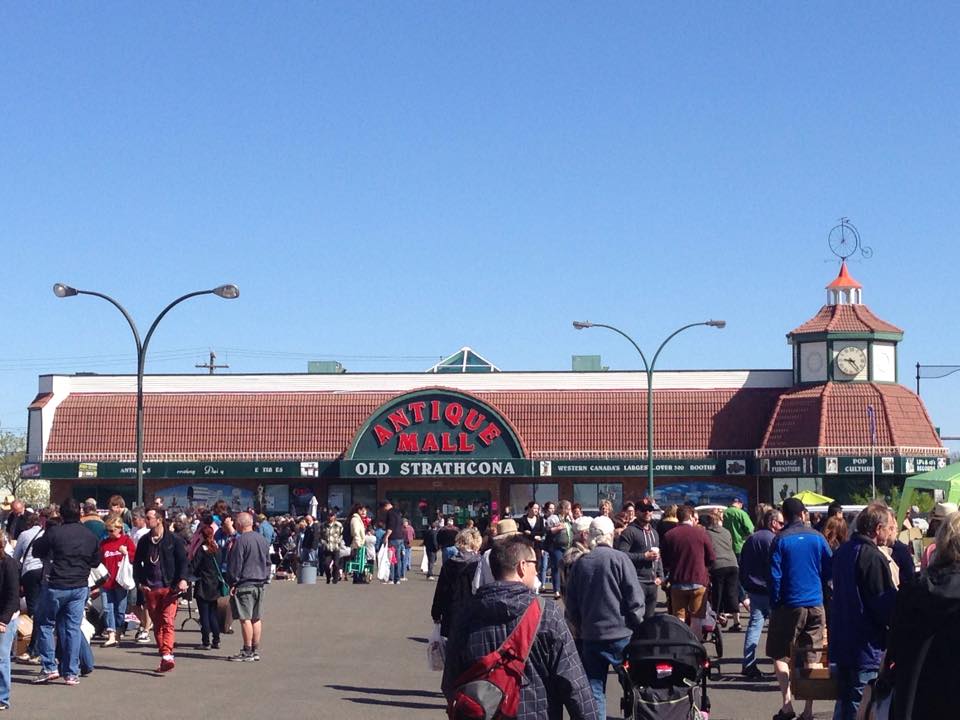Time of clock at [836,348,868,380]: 9:22
